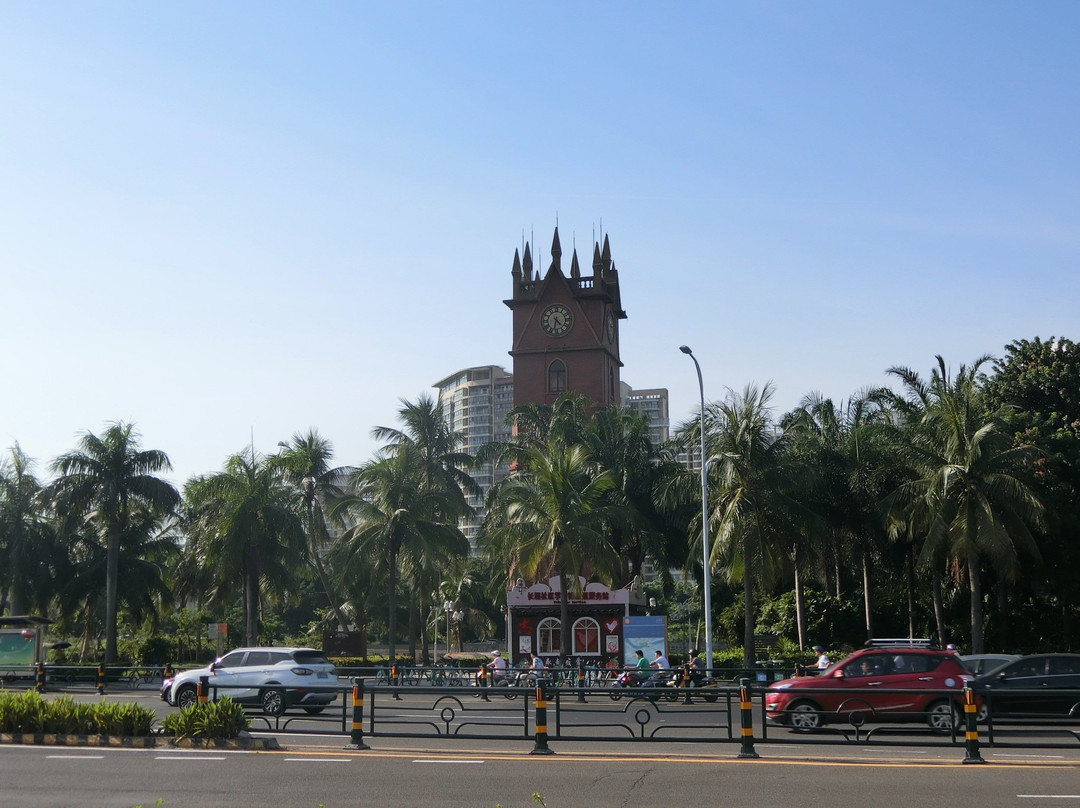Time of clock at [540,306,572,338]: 4:32
